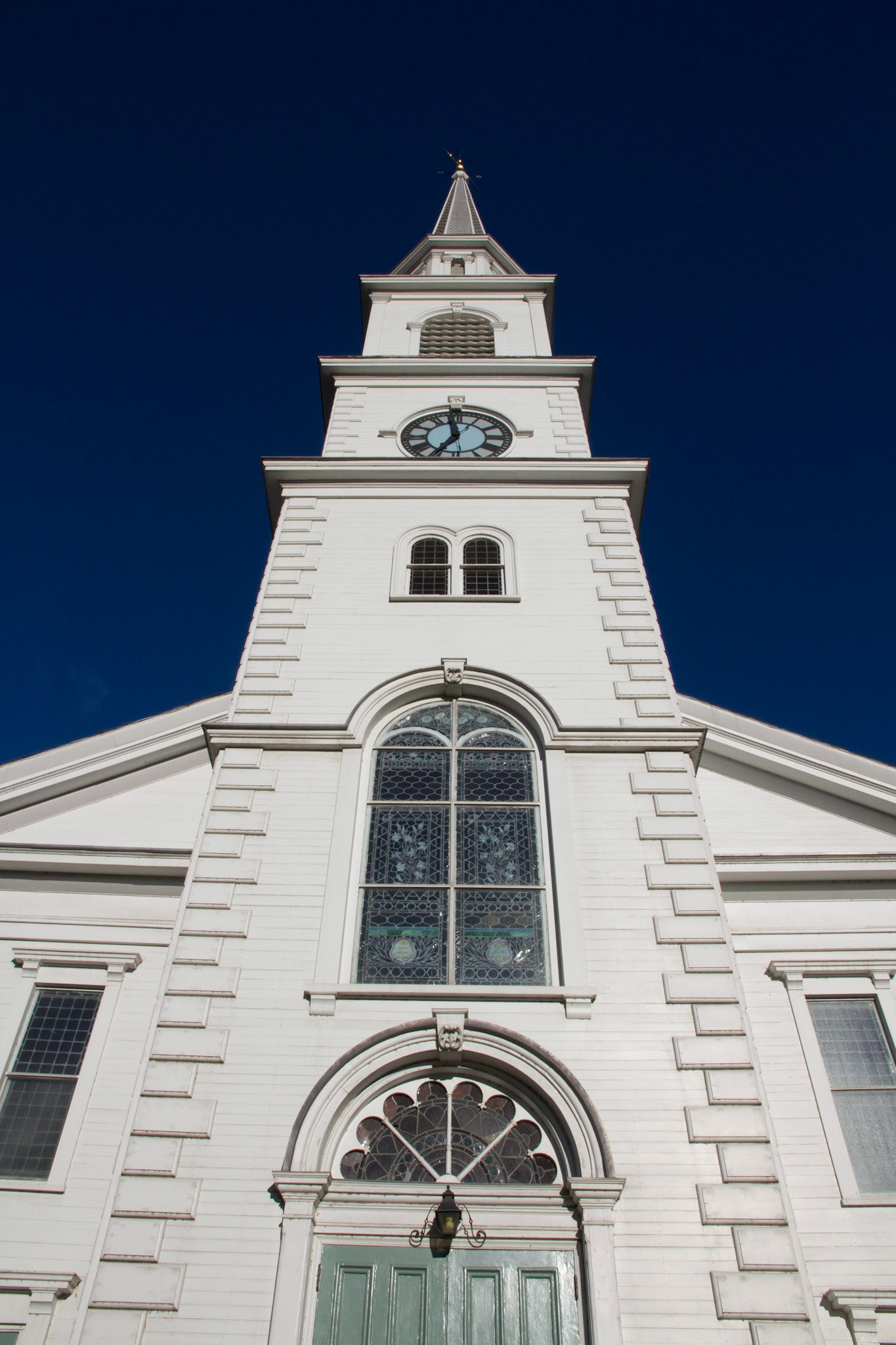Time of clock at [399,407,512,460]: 6:58
